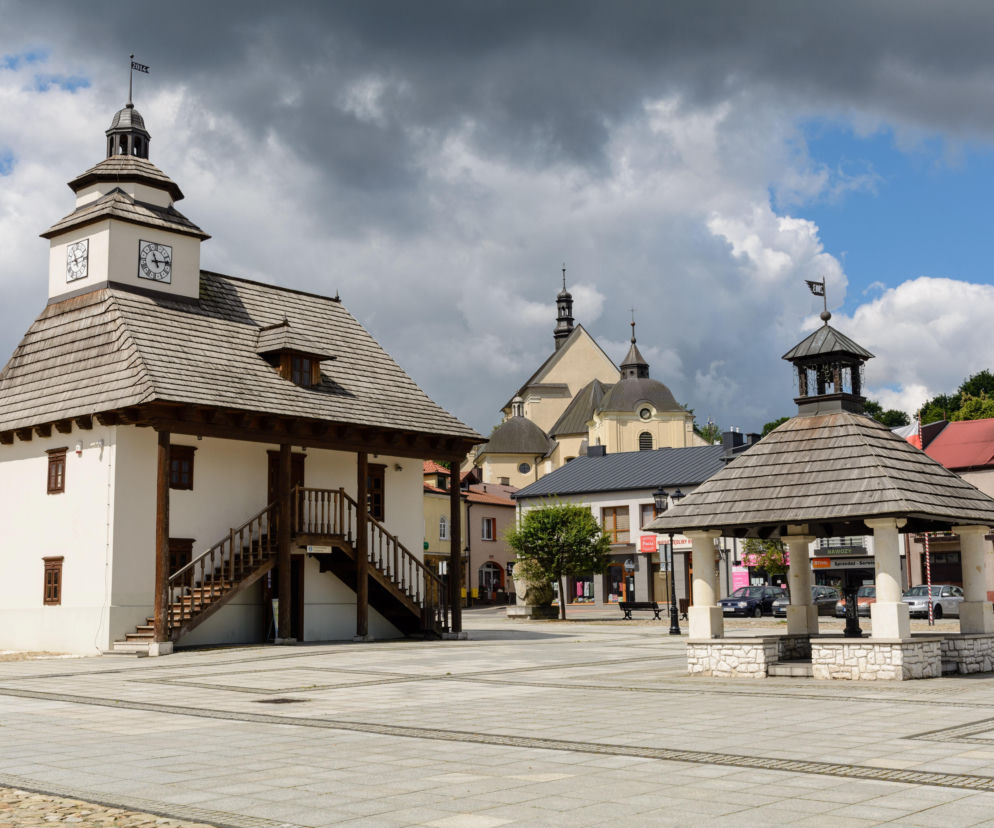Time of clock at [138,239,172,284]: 11:13
